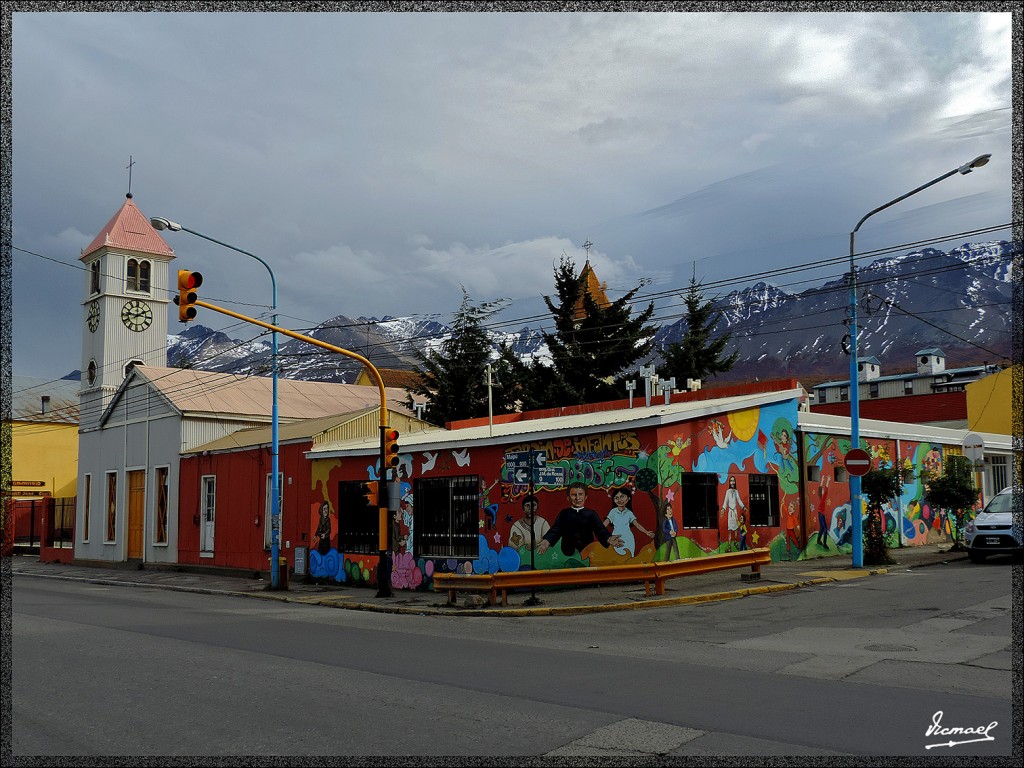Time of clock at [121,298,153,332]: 1:46
